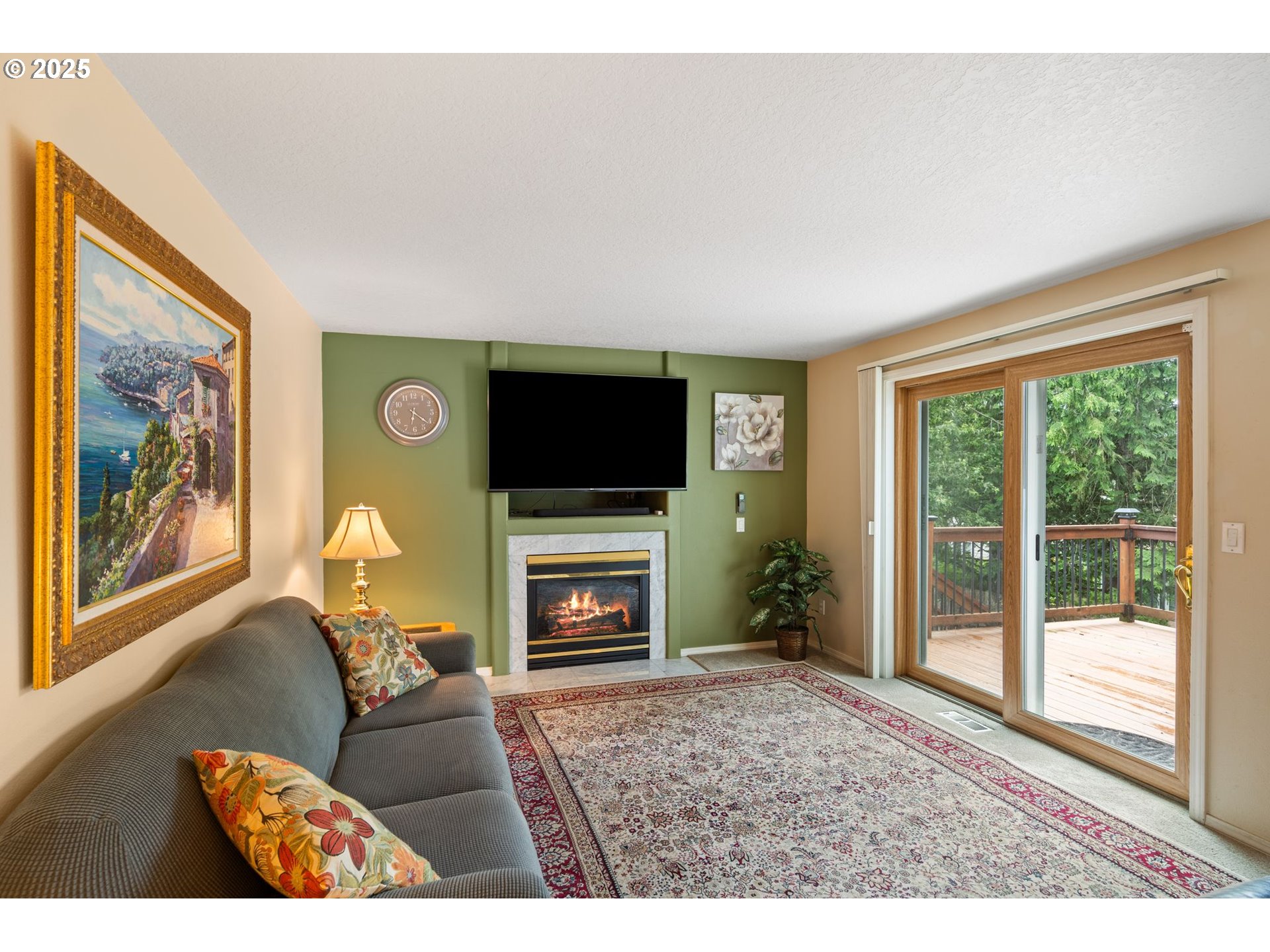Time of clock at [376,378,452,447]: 6:21
